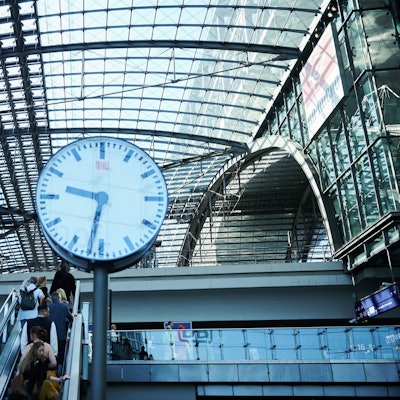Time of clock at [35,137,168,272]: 9:32
